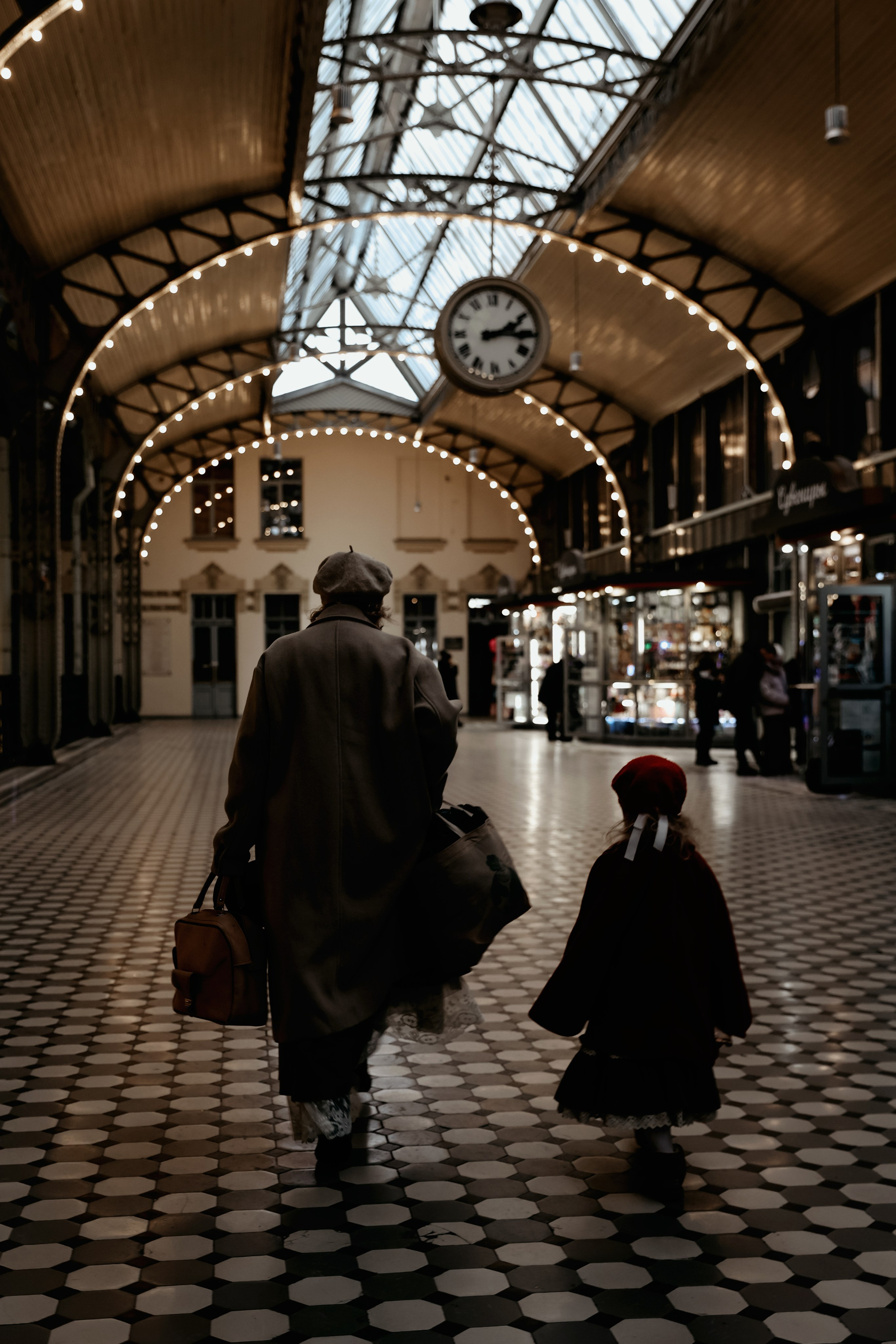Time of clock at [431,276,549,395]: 2:15
